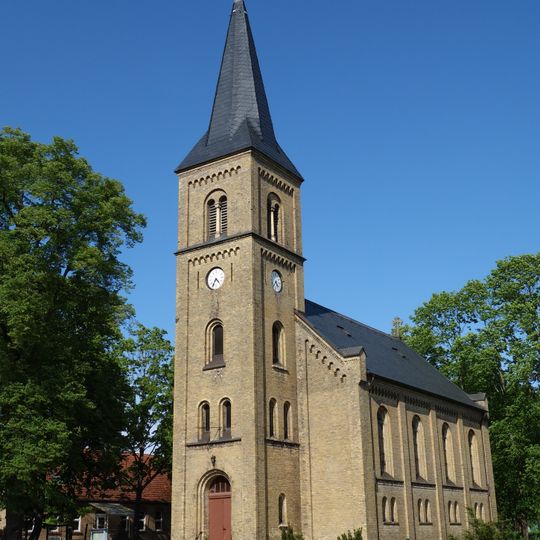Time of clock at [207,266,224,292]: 4:35
